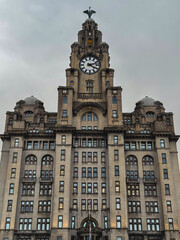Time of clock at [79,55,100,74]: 4:12
